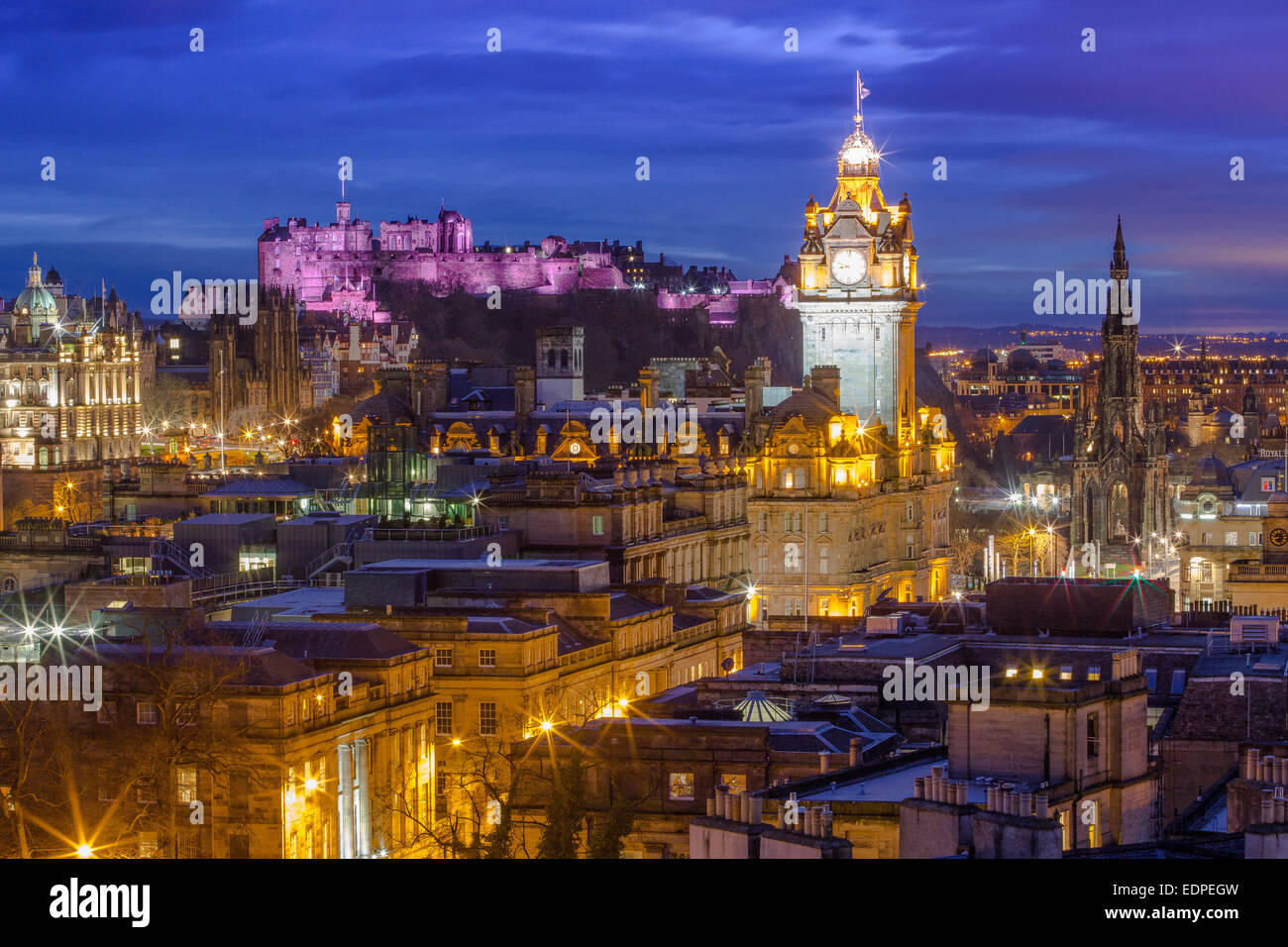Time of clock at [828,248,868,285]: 8:48
